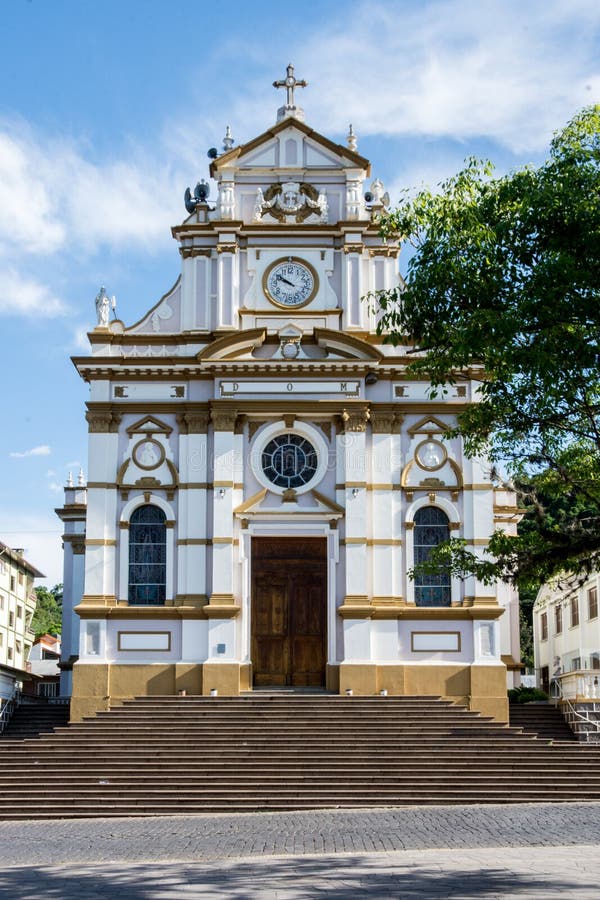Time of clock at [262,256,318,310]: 9:51
